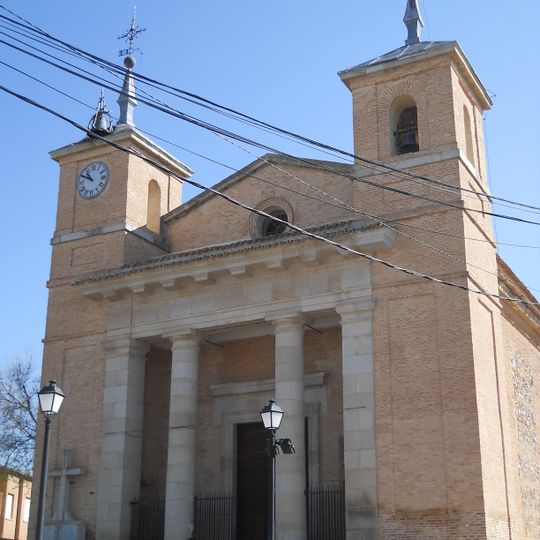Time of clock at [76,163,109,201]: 10:50
